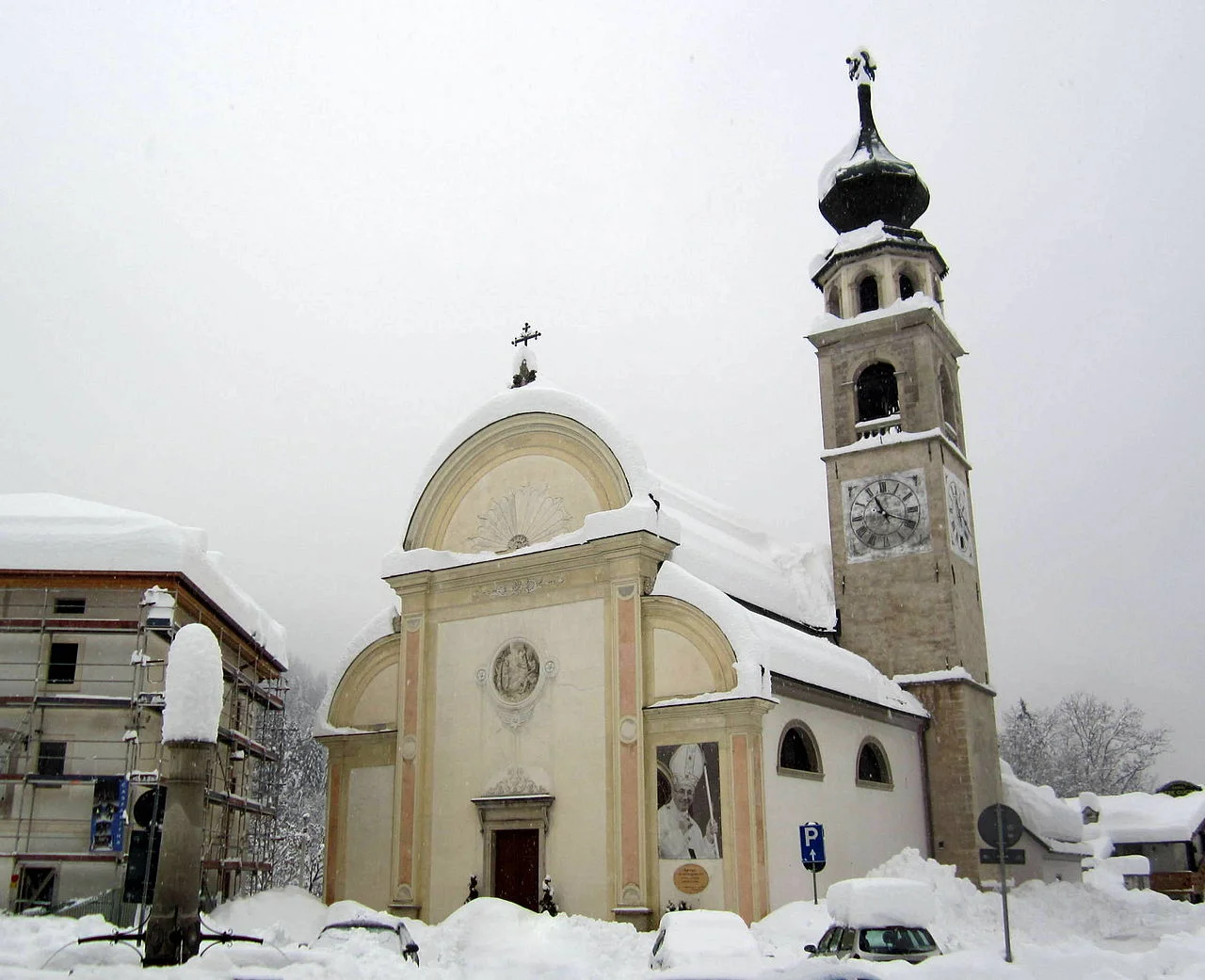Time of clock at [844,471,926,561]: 11:18
